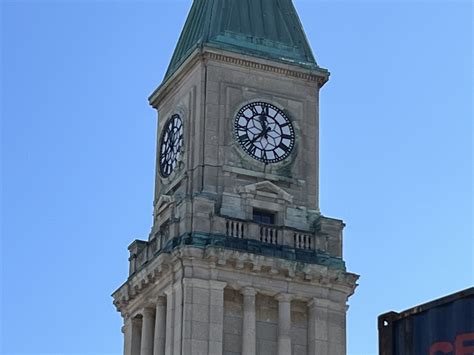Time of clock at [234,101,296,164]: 11:37
